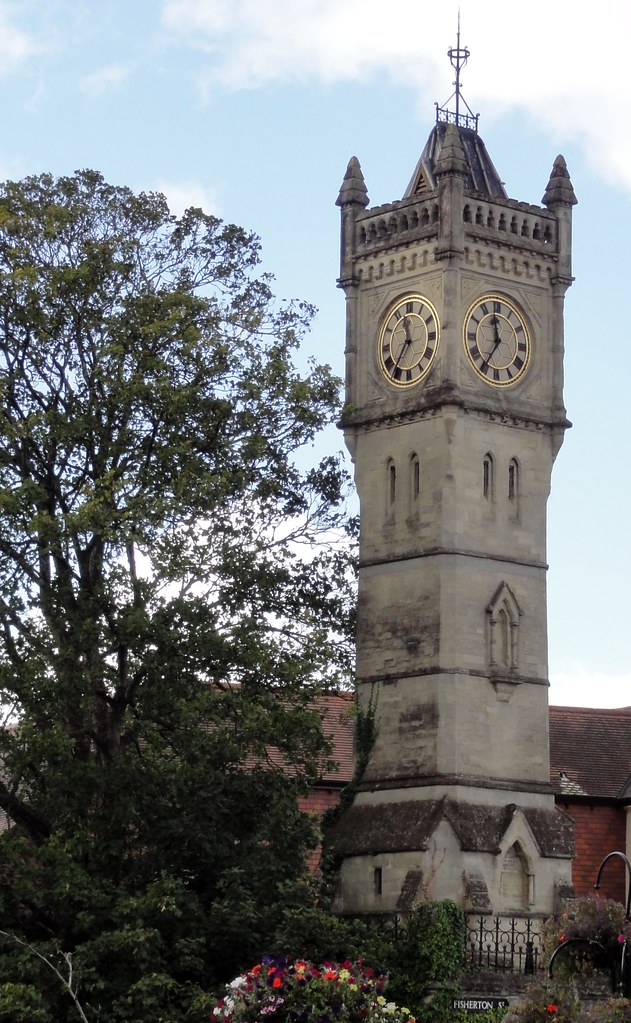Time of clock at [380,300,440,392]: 11:36
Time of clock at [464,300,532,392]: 11:35
